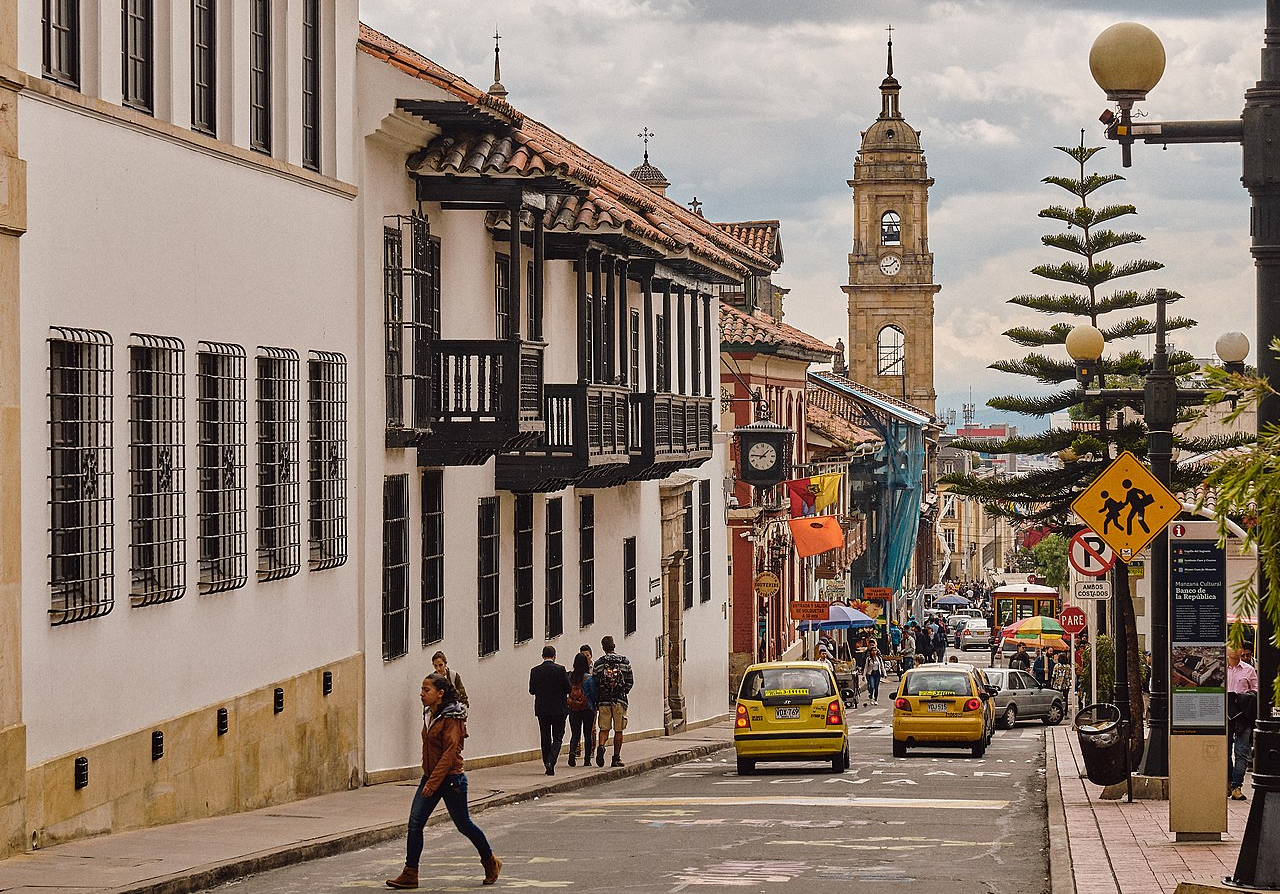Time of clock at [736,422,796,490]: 1:46
